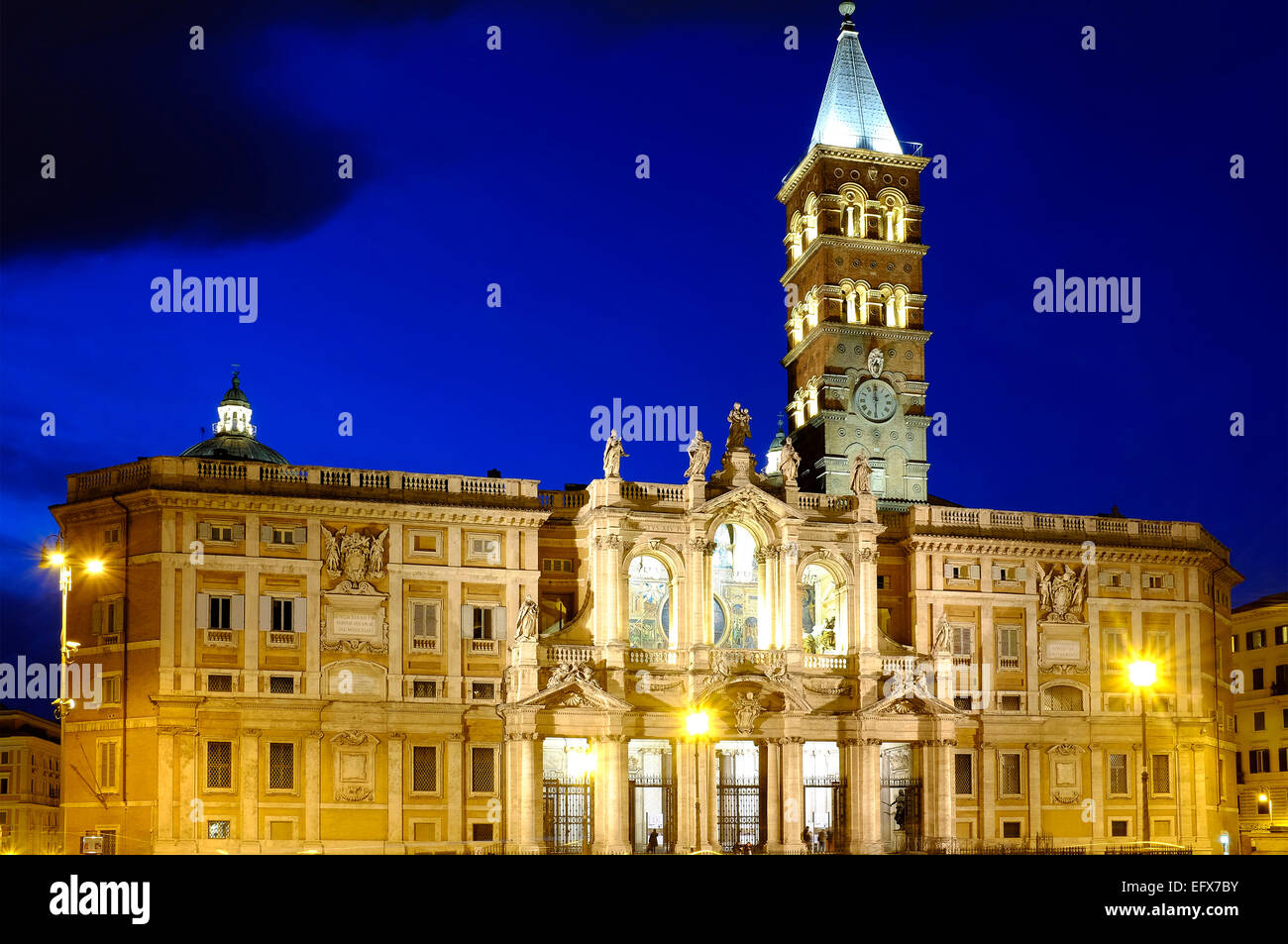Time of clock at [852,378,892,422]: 5:59
